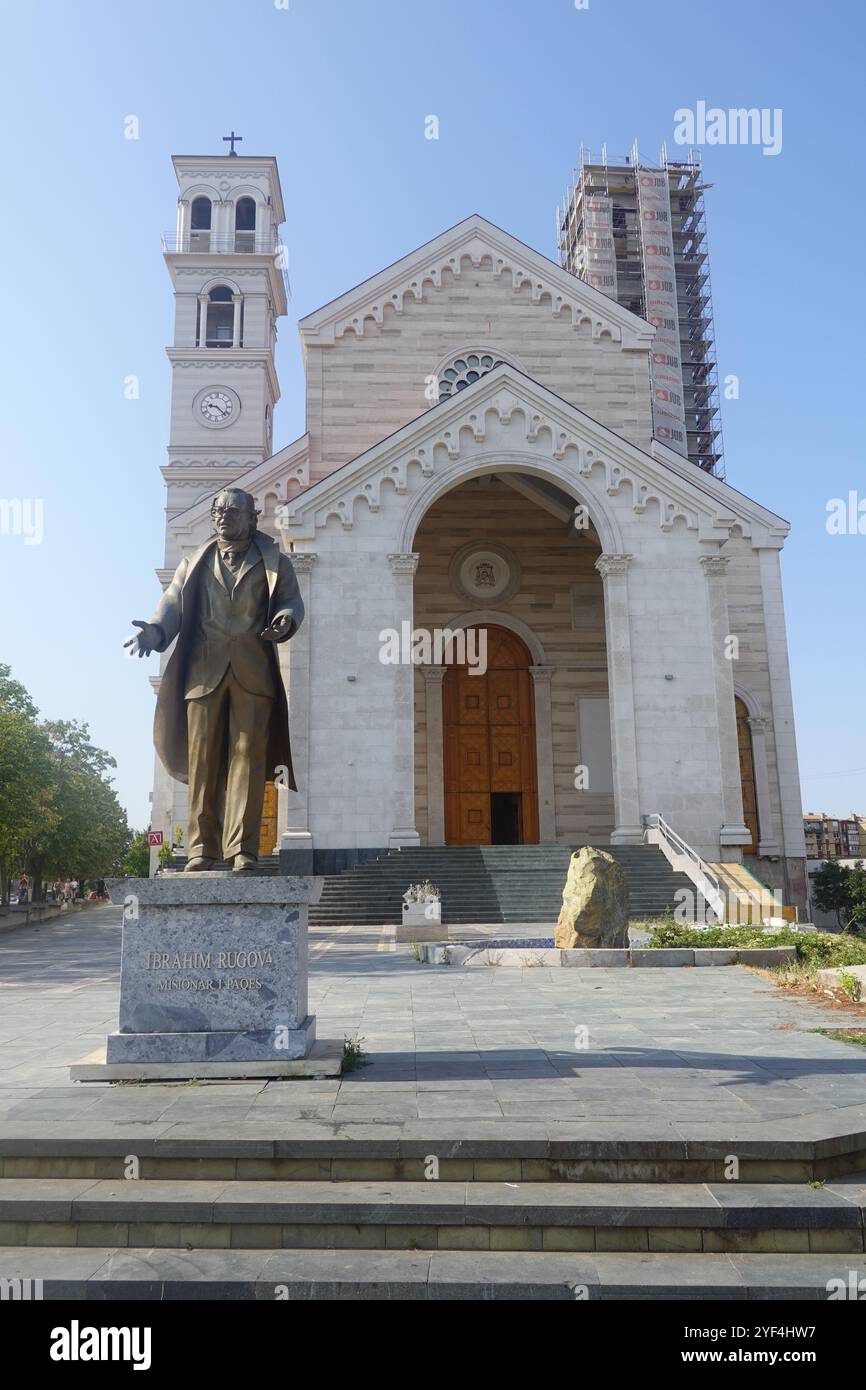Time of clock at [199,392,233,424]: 9:22
